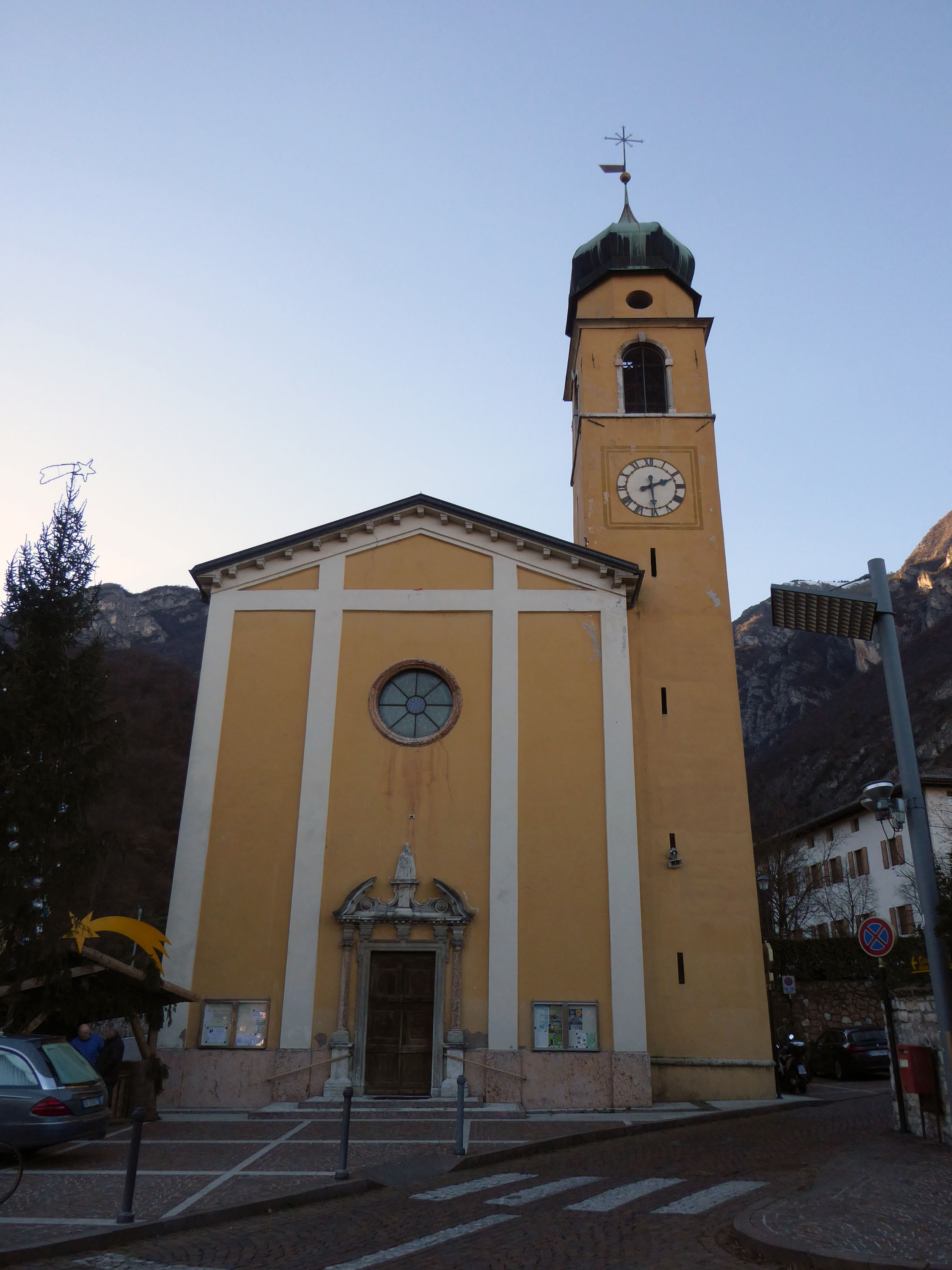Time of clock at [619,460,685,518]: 2:29
